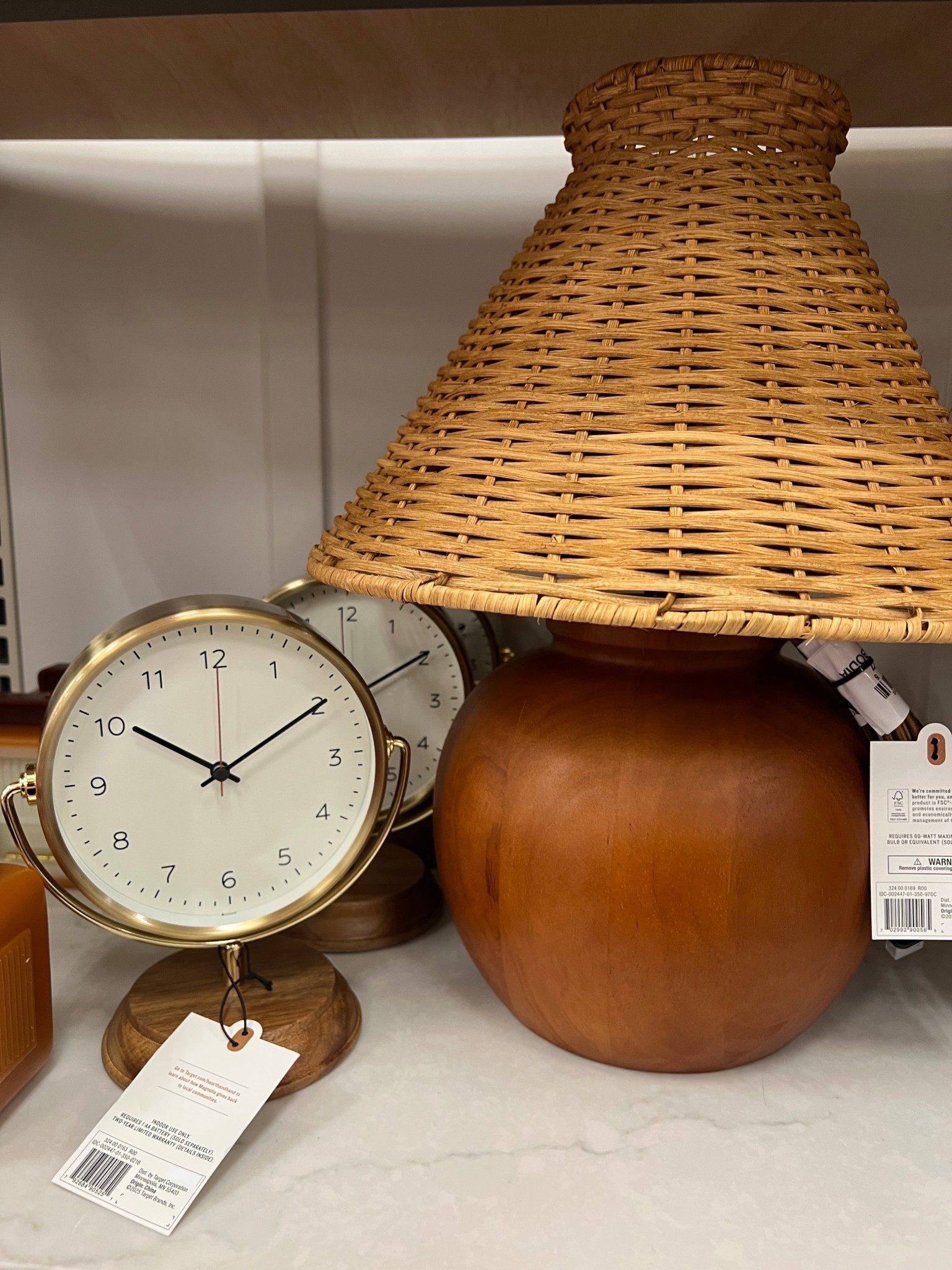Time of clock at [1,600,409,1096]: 10:09
